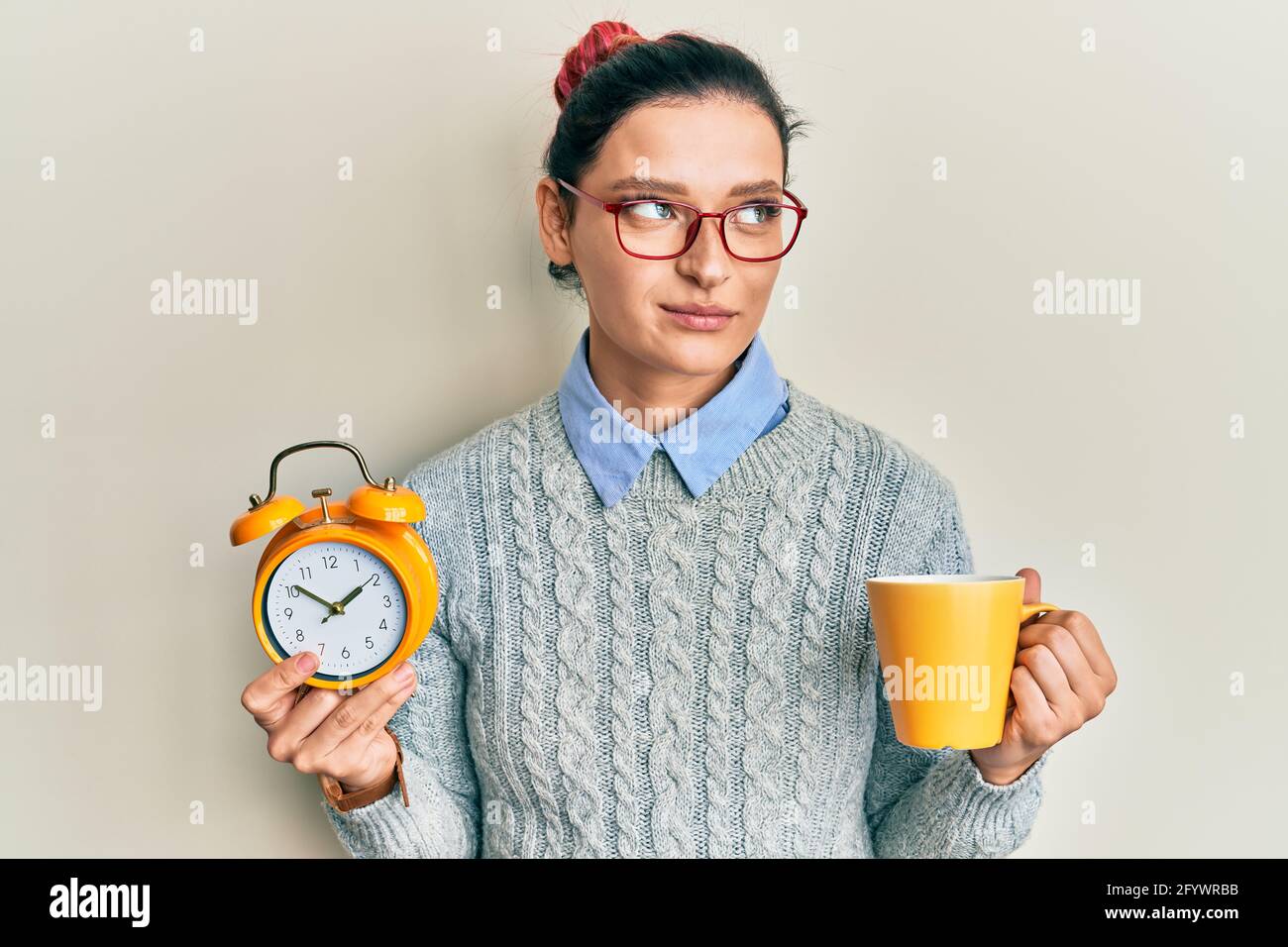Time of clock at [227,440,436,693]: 1:51
